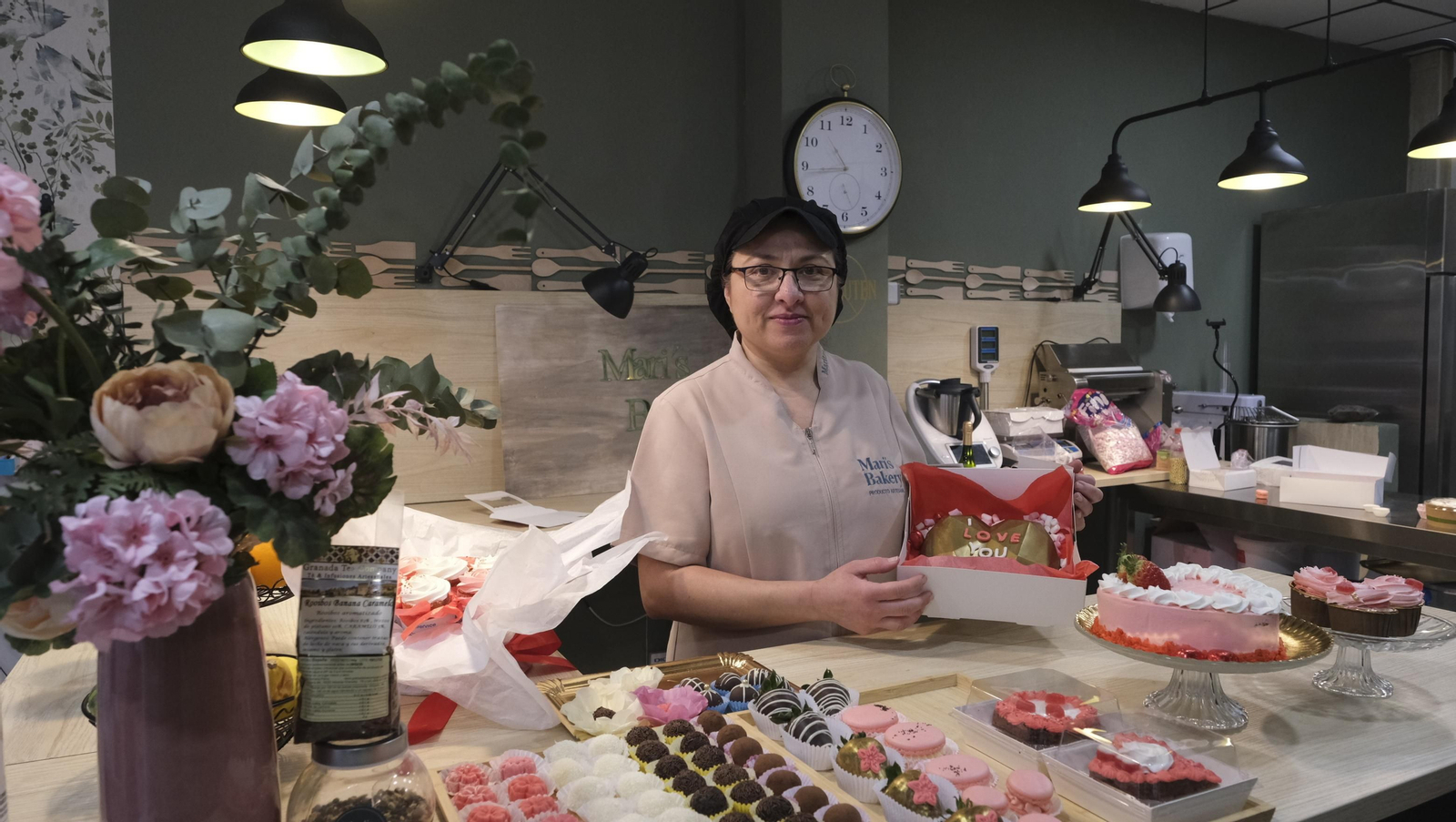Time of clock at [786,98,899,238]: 10:43
